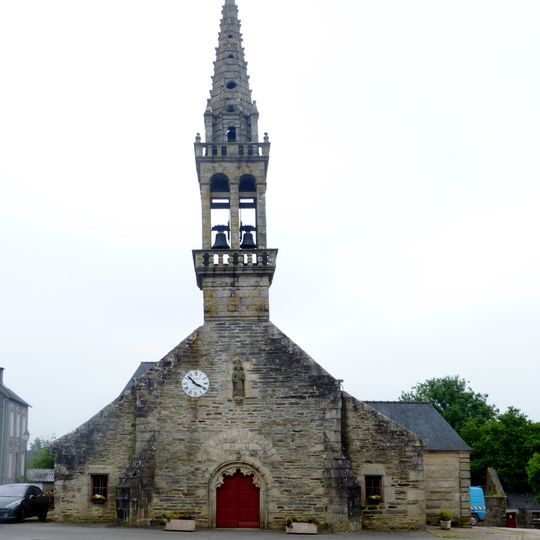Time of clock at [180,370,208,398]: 3:52
